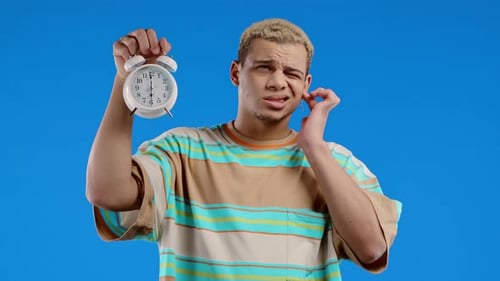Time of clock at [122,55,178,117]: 5:59
